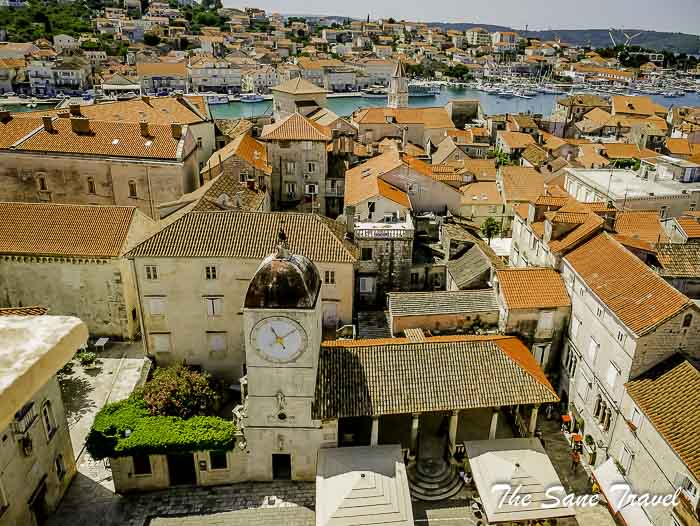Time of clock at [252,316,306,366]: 11:09
